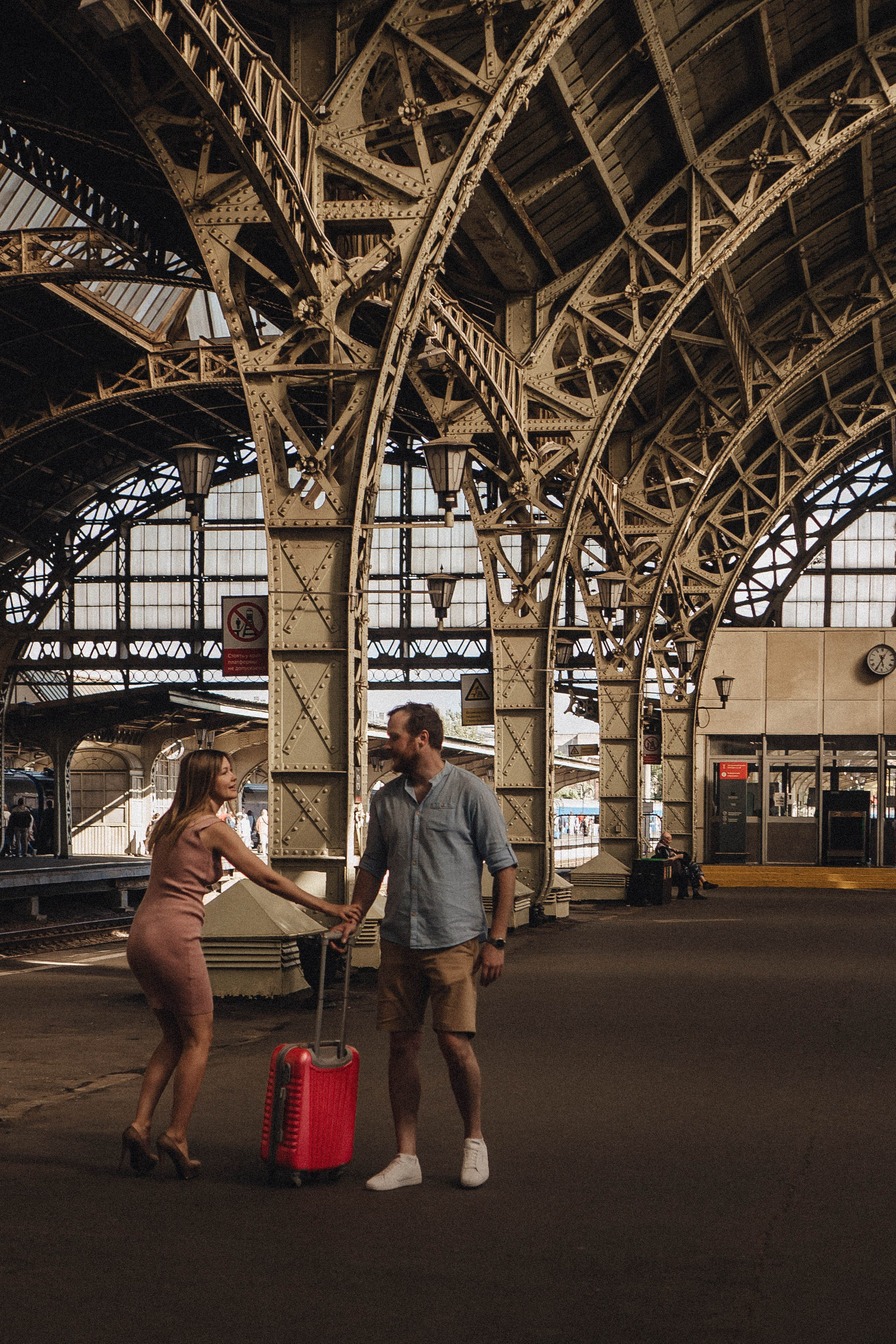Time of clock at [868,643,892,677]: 5:35
